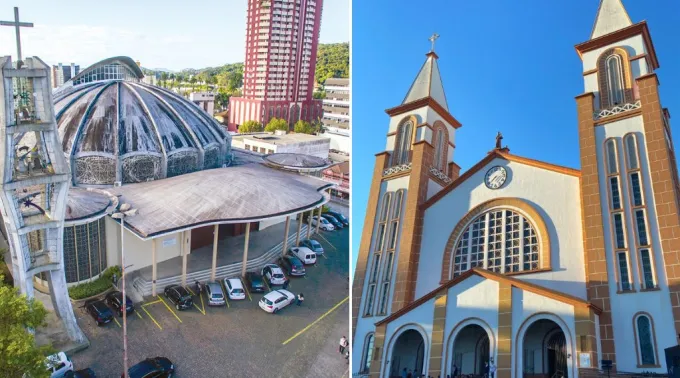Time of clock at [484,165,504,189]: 7:38
